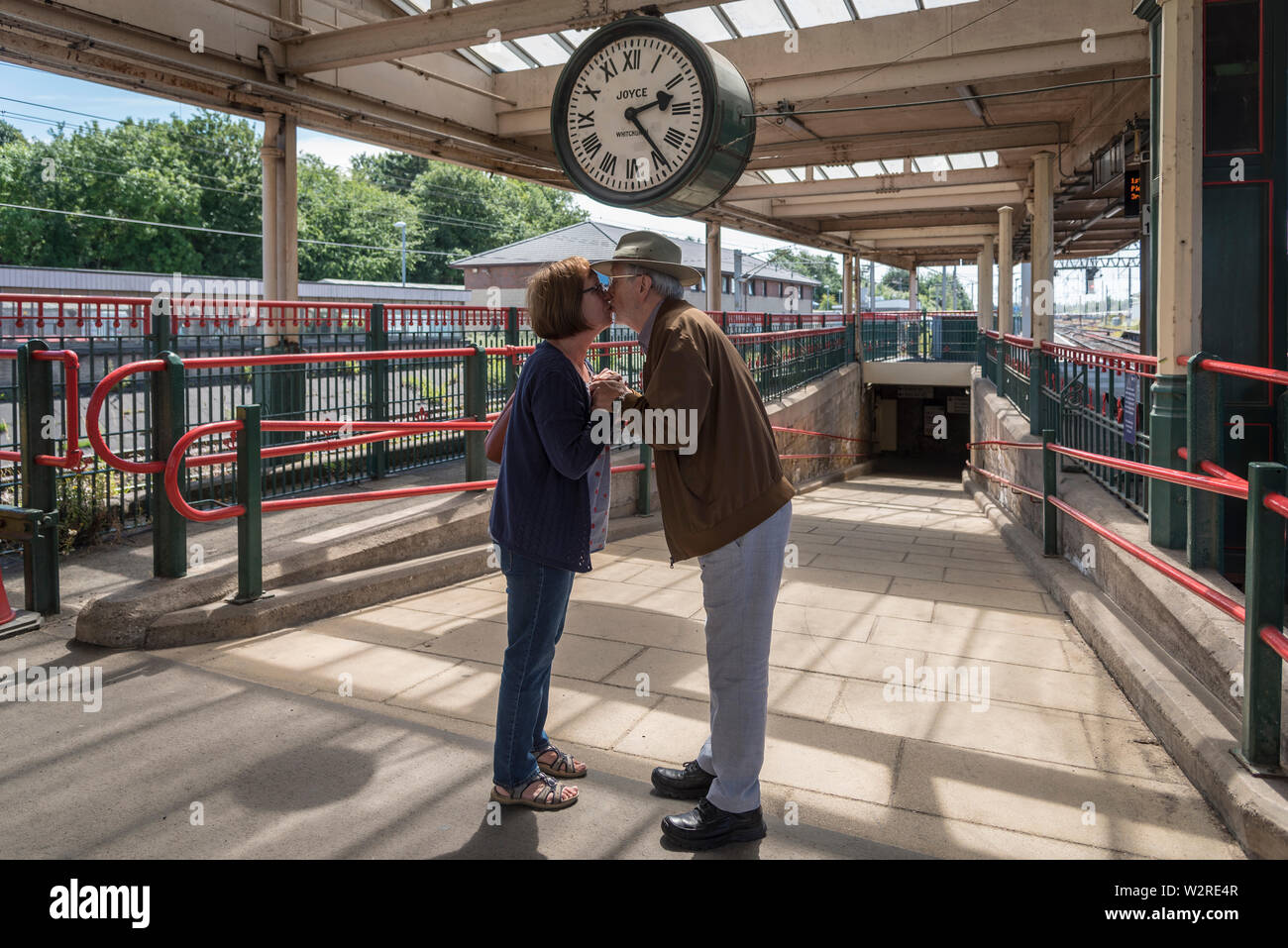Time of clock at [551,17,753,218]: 2:23
